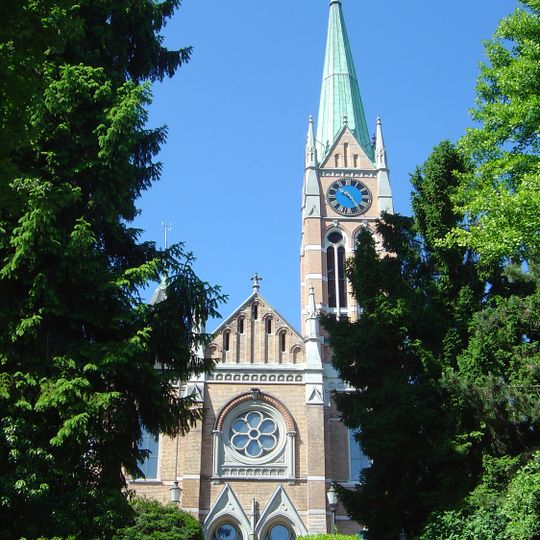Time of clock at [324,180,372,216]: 10:24
